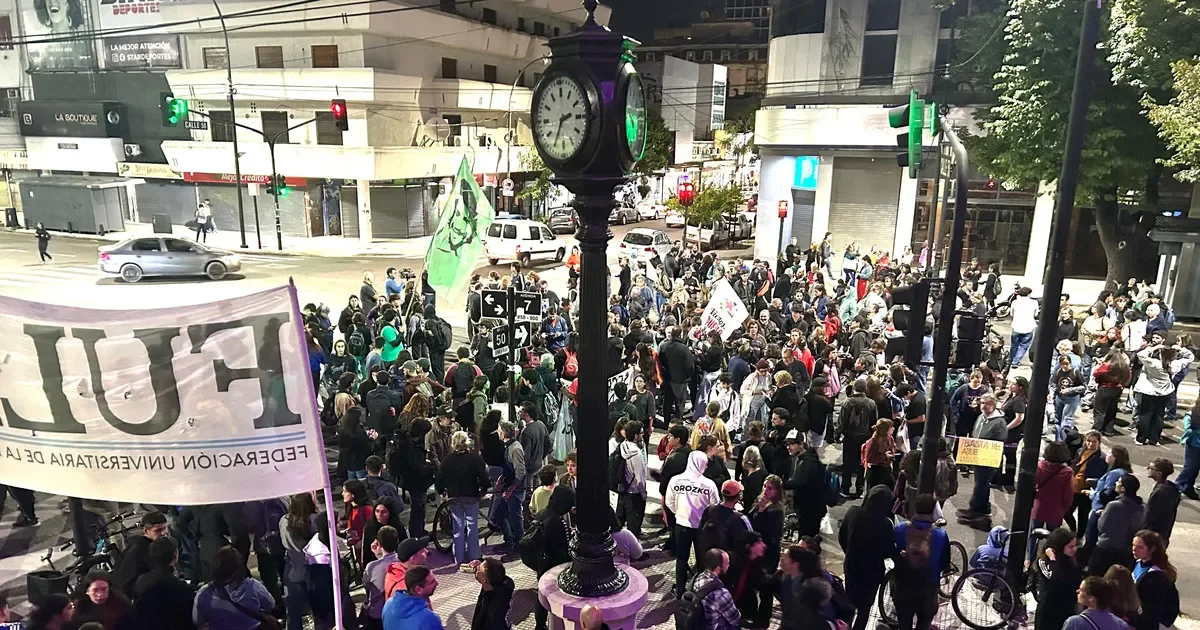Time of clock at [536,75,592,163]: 2:34
